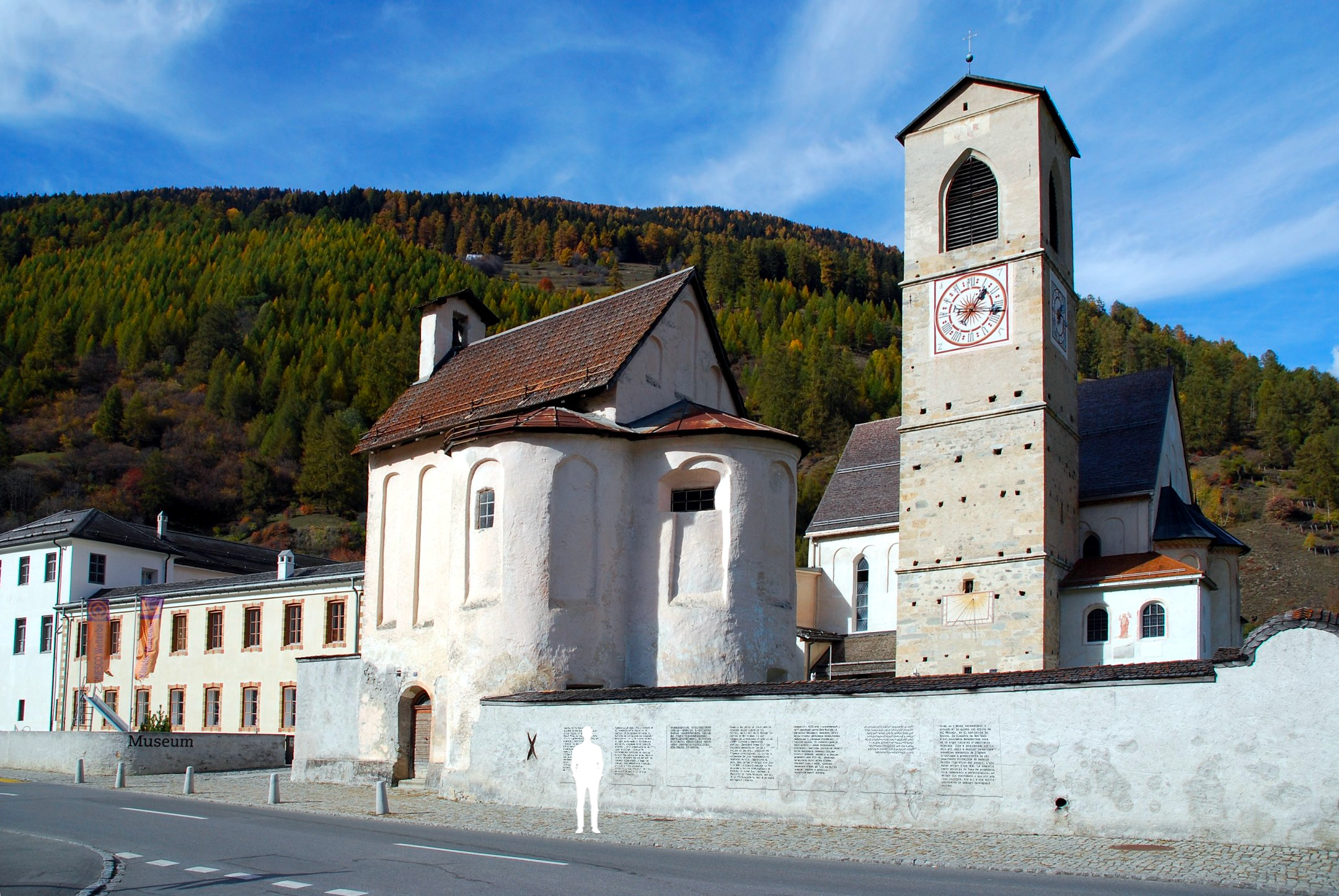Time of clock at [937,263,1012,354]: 1:16
